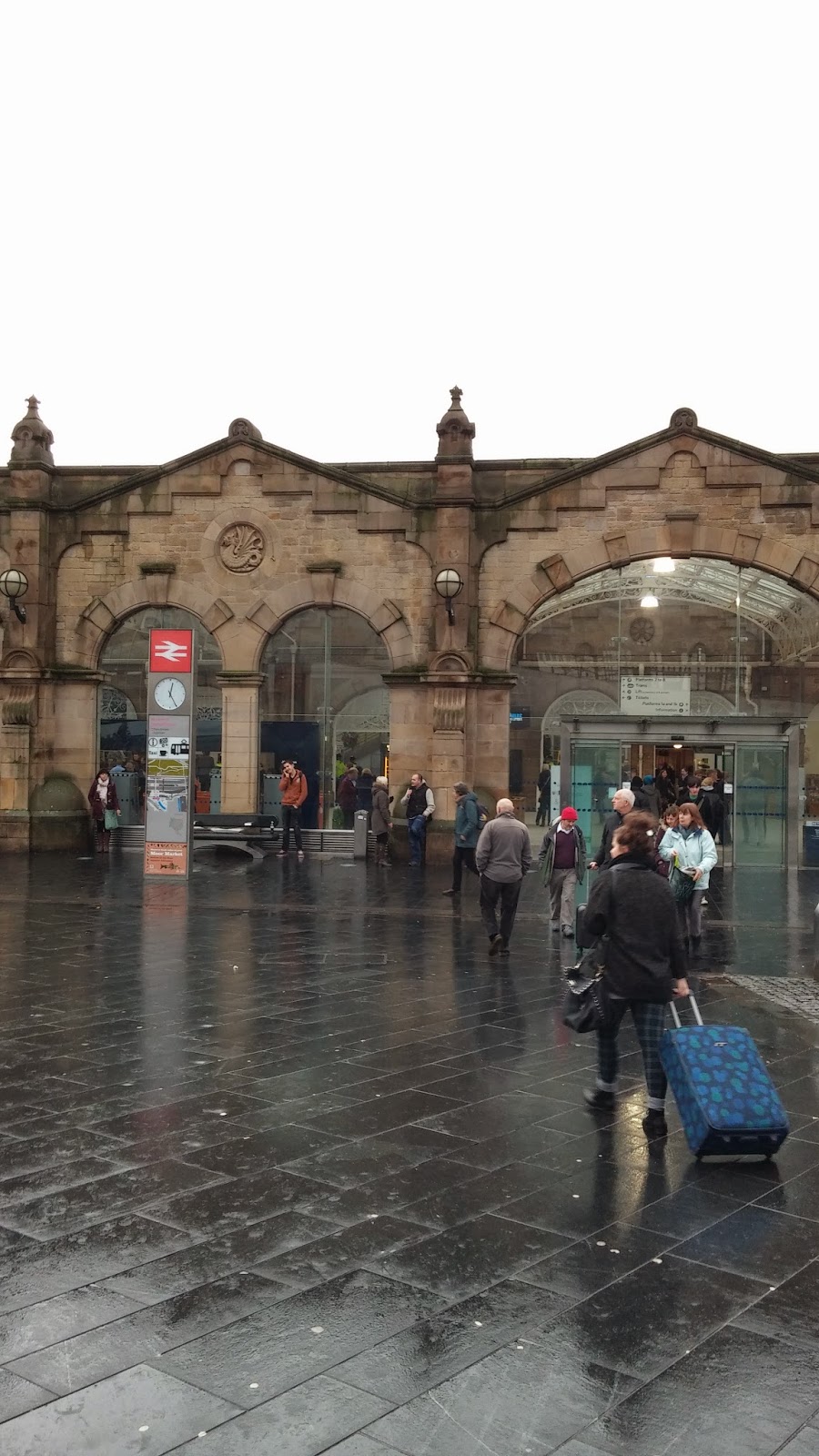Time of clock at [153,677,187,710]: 12:25
